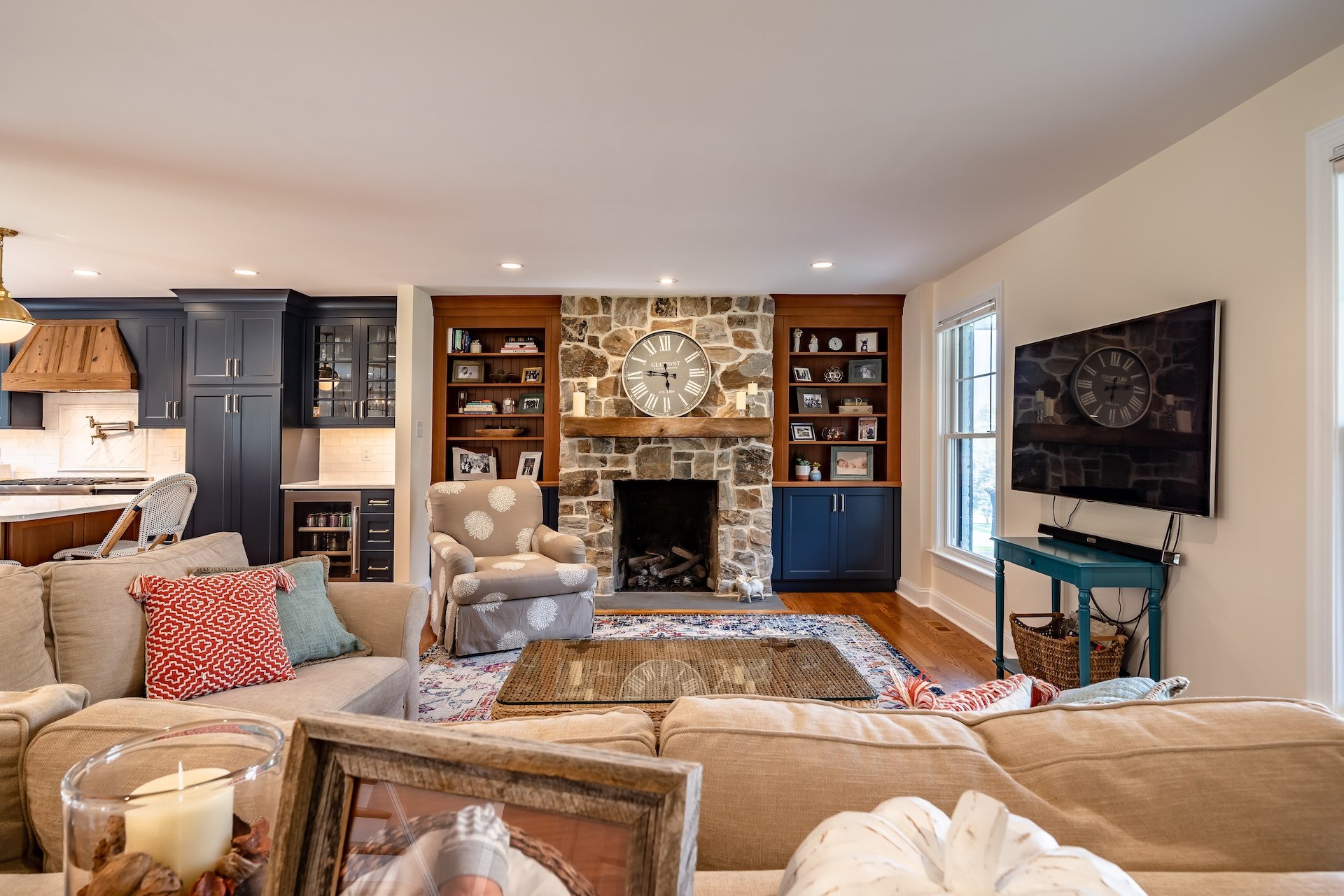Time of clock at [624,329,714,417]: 5:46
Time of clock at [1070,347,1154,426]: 6:13
